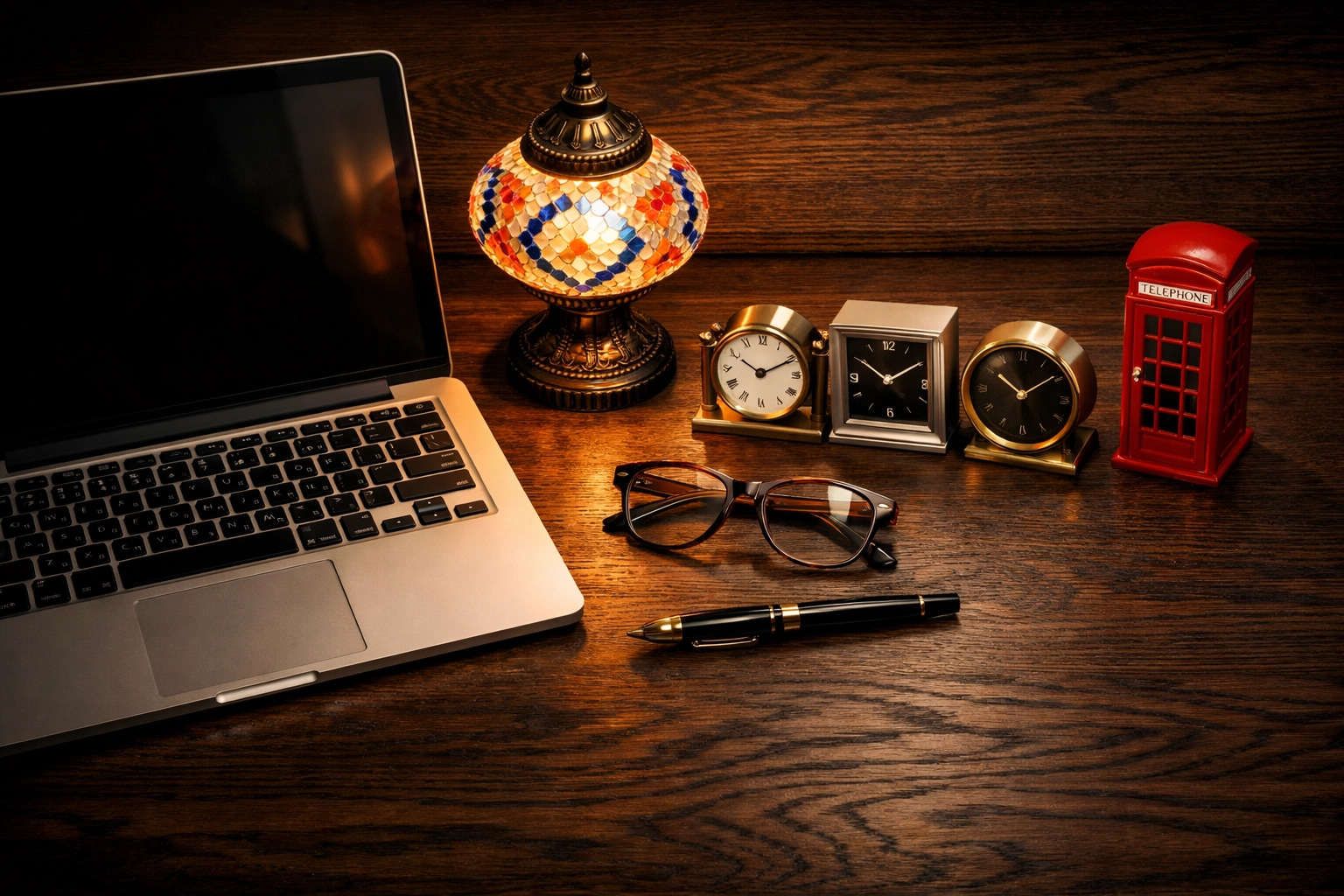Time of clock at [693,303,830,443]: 10:10
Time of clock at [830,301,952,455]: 10:09
